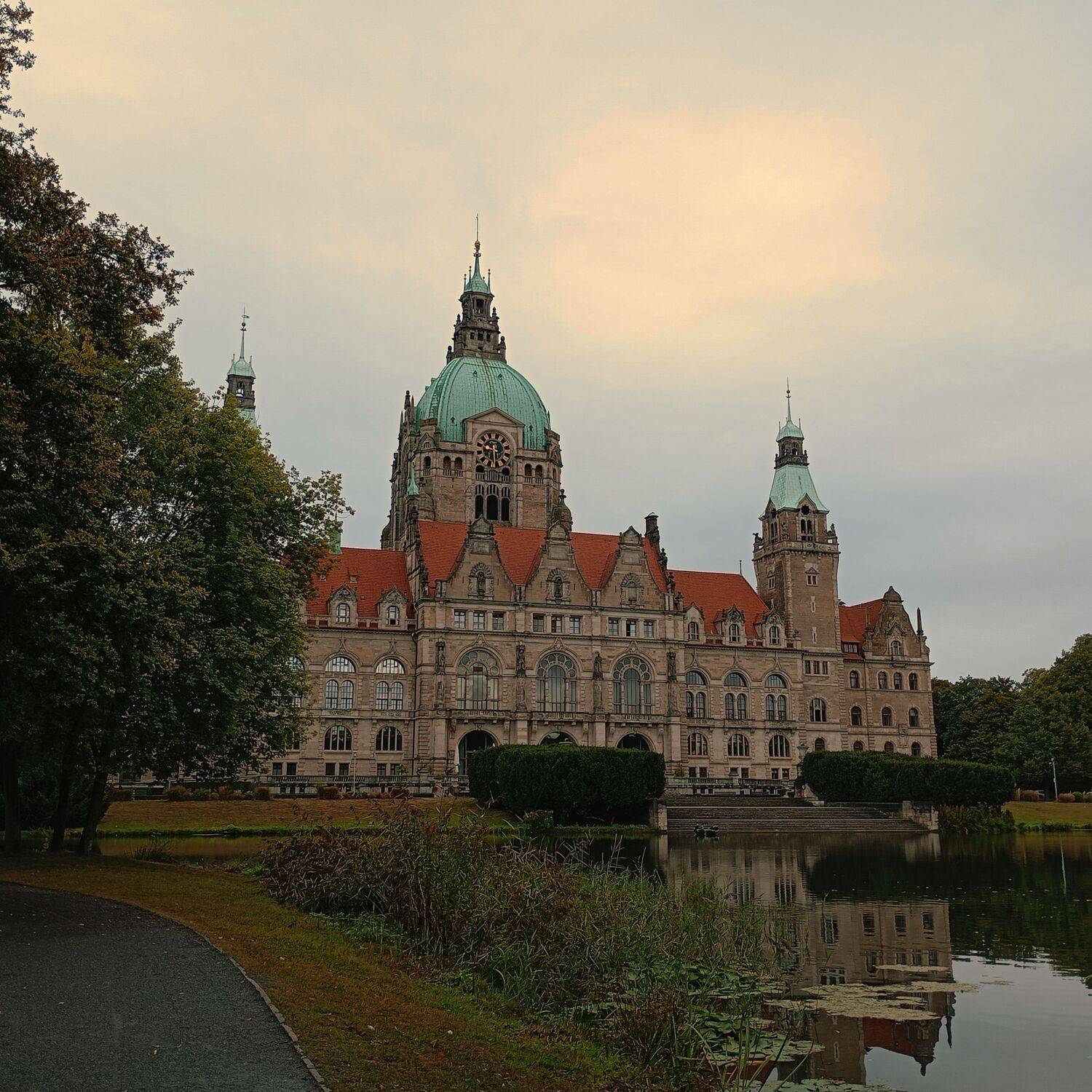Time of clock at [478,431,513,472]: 9:29
